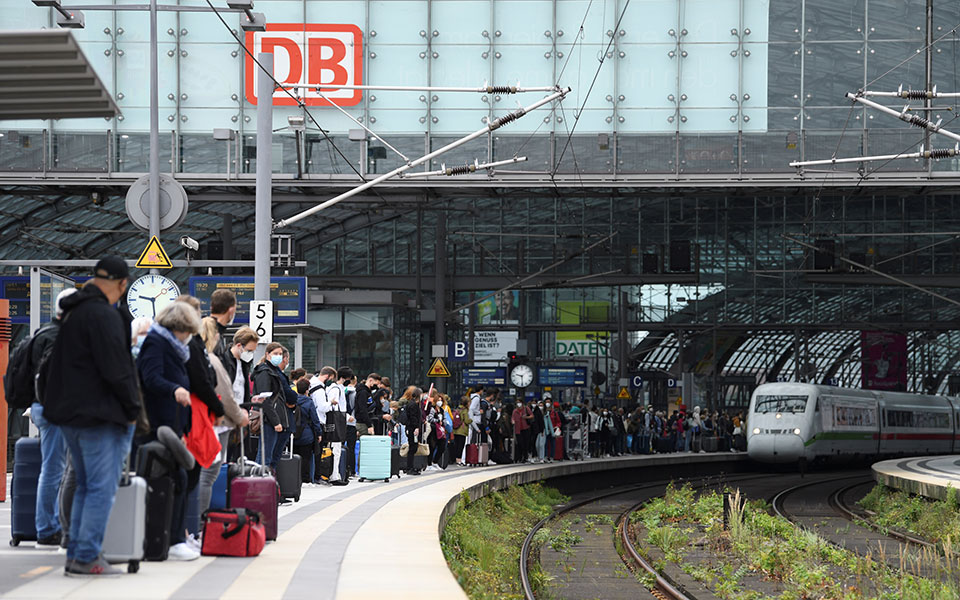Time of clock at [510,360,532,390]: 9:29
